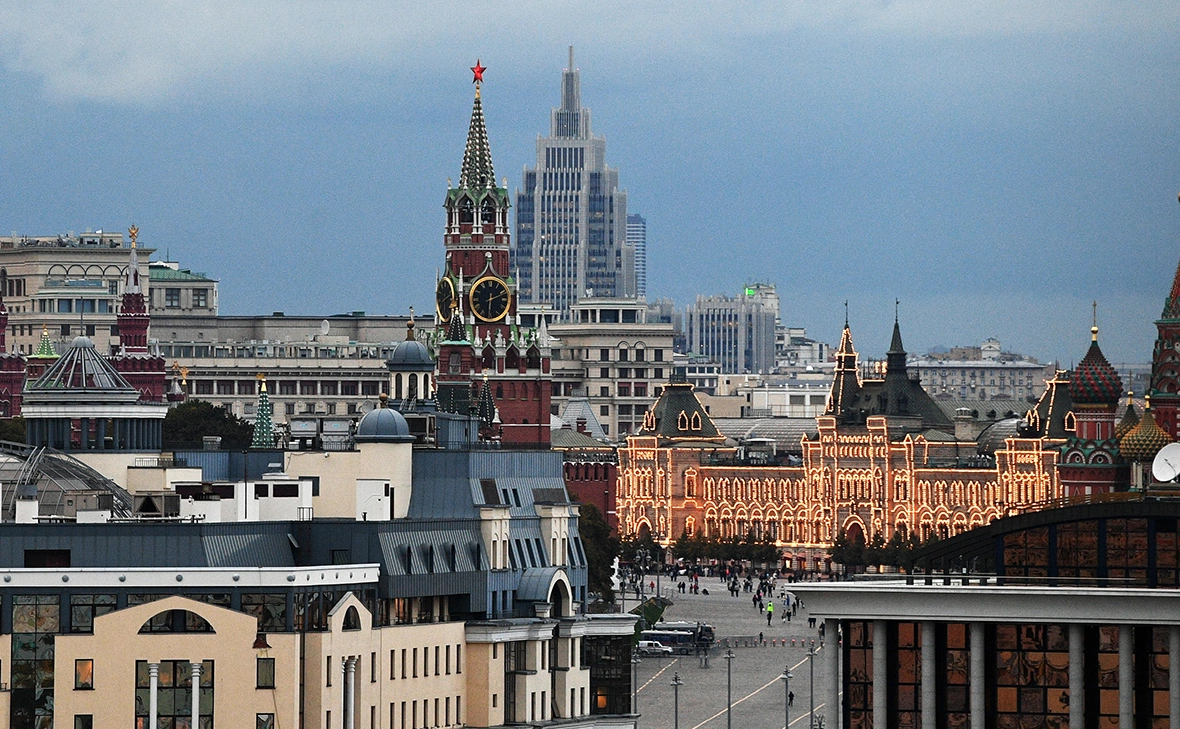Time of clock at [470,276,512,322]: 6:11
